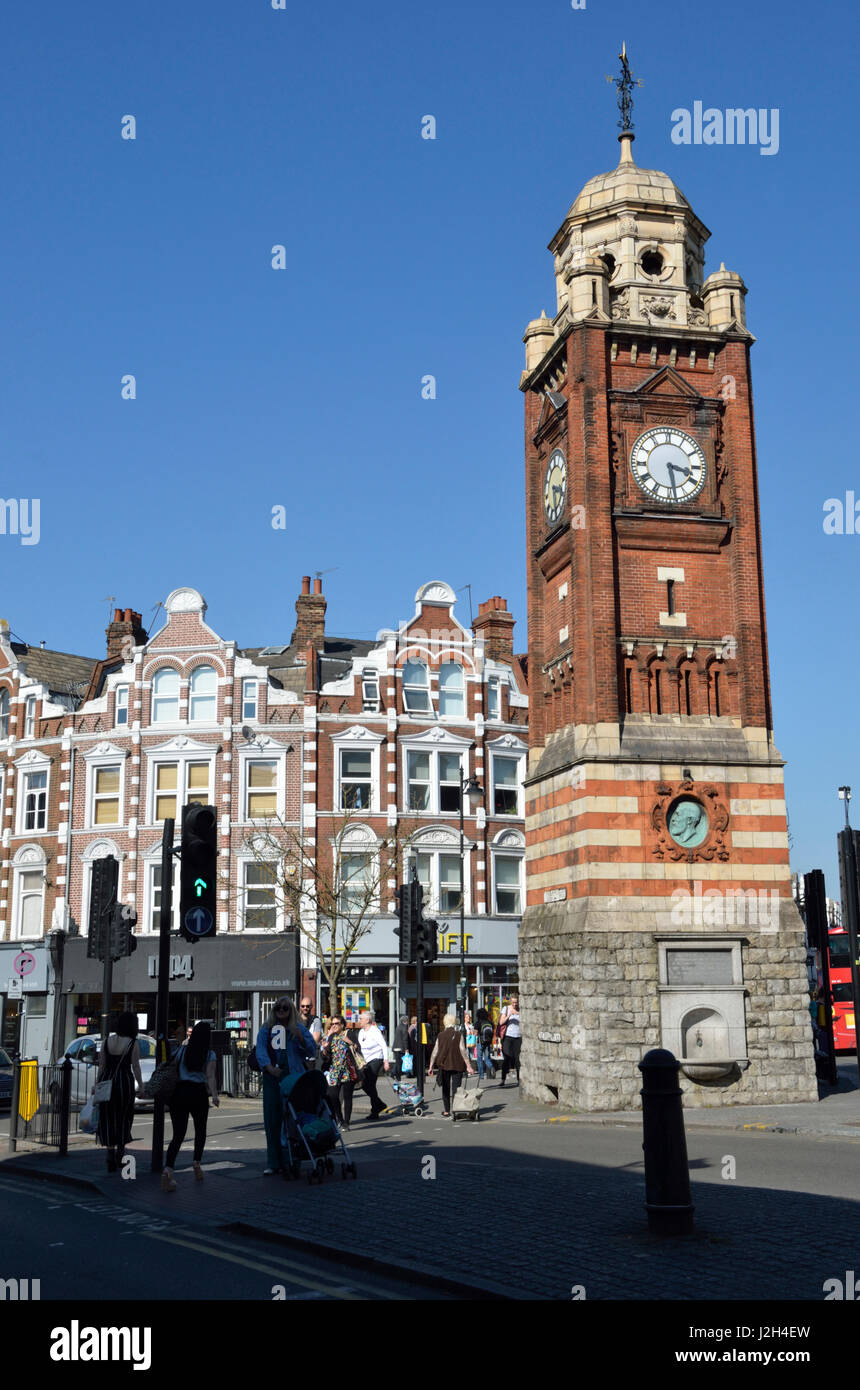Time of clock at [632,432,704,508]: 3:28
